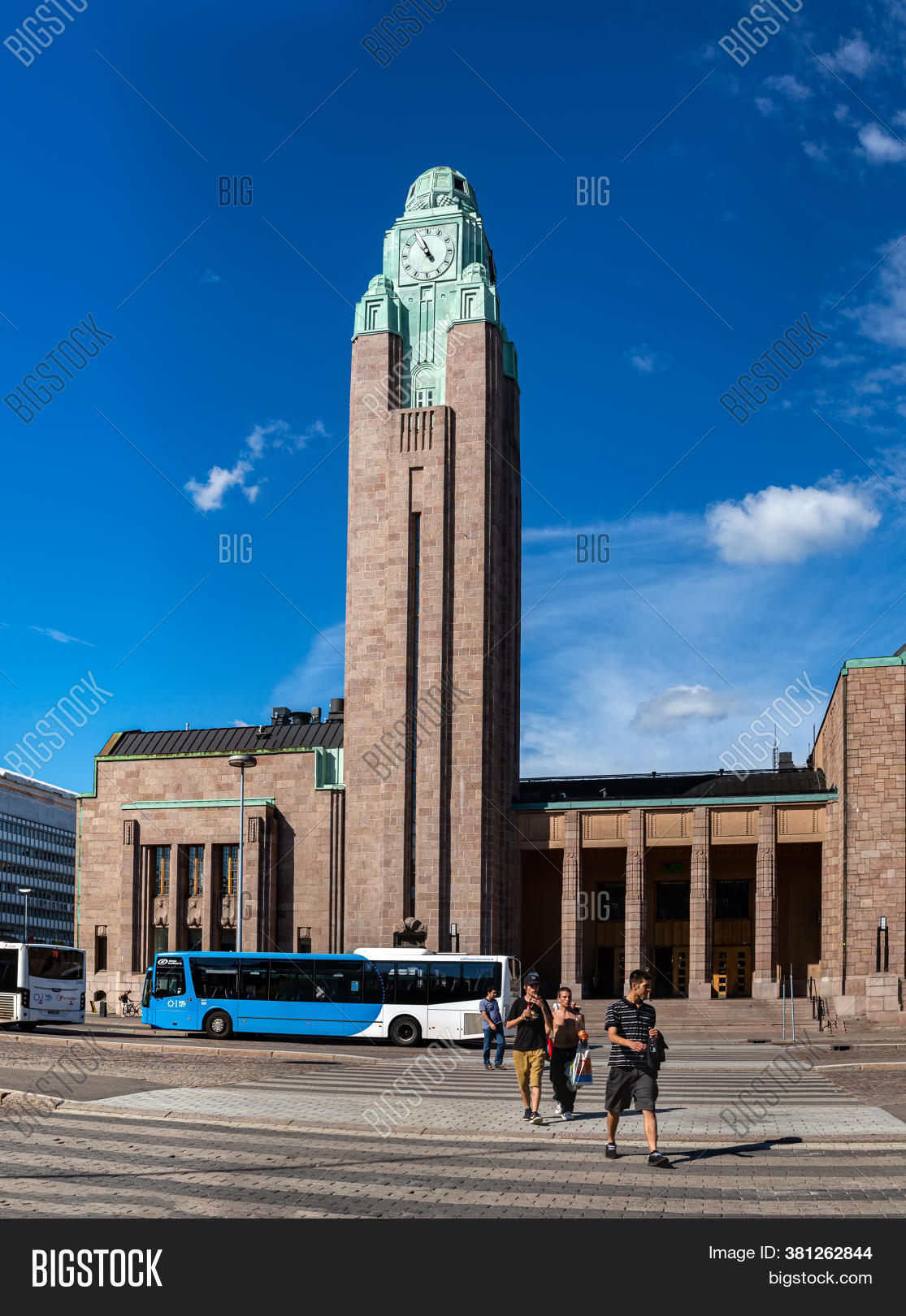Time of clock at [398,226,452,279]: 4:56
